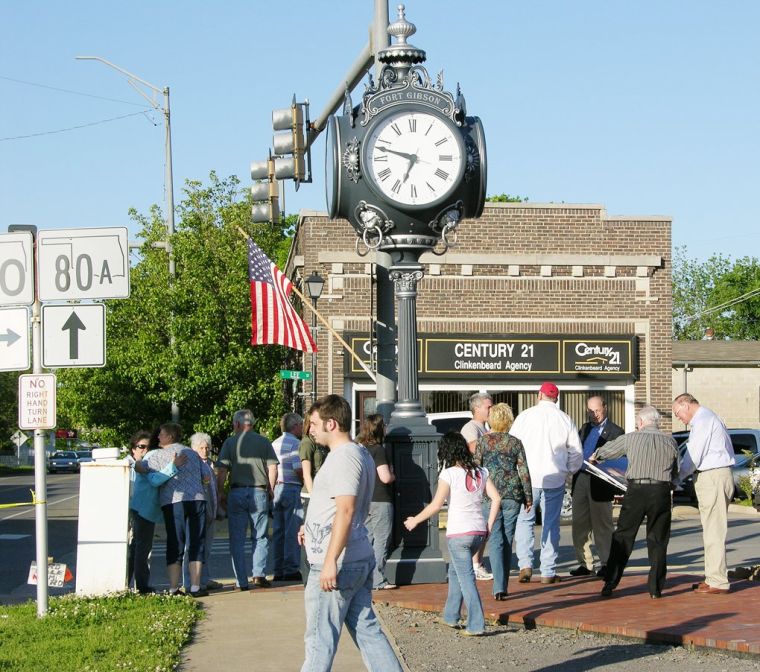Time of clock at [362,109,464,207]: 6:47
